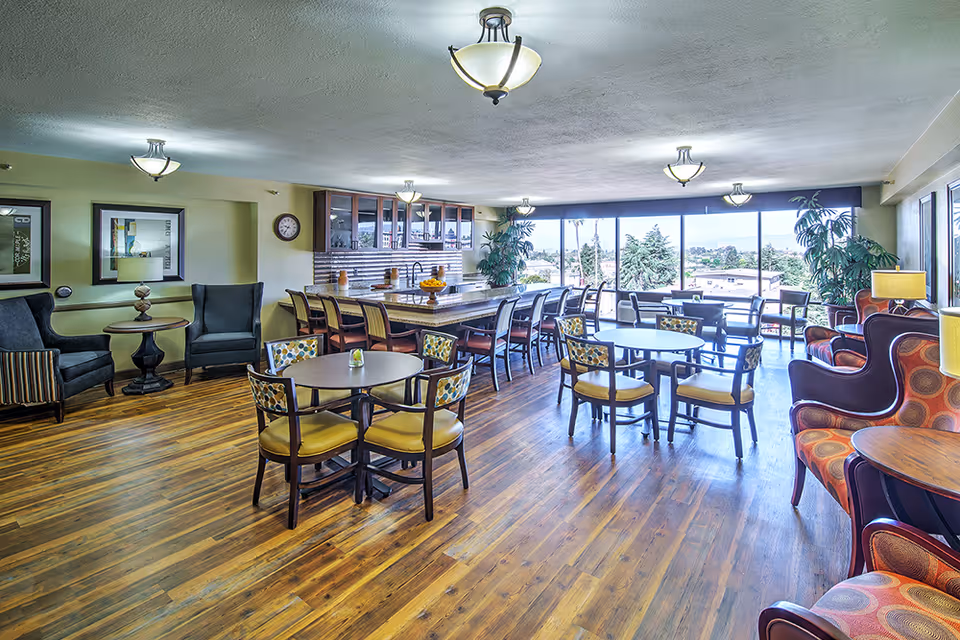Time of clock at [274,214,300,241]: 9:36
